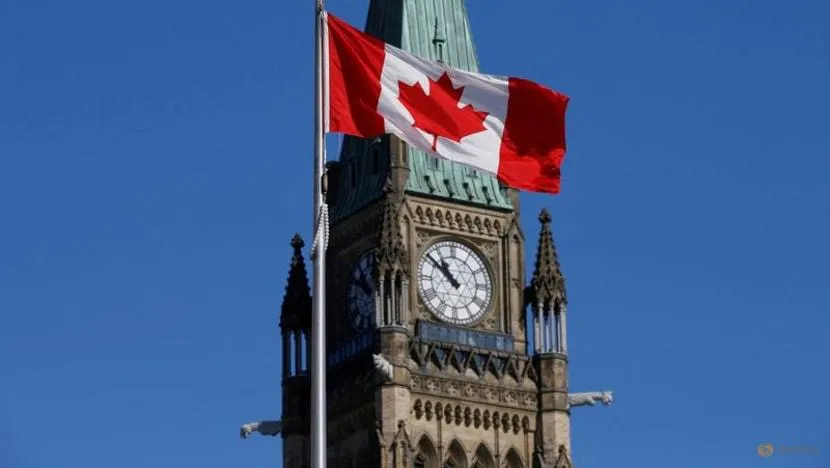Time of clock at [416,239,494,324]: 10:51
